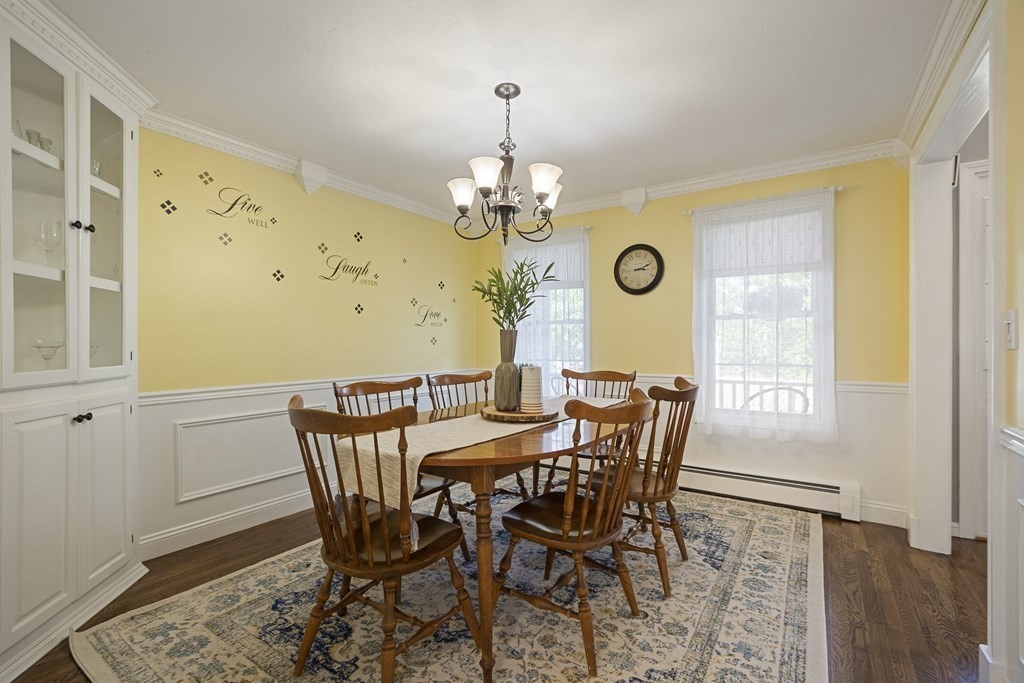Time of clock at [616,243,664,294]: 3:11
